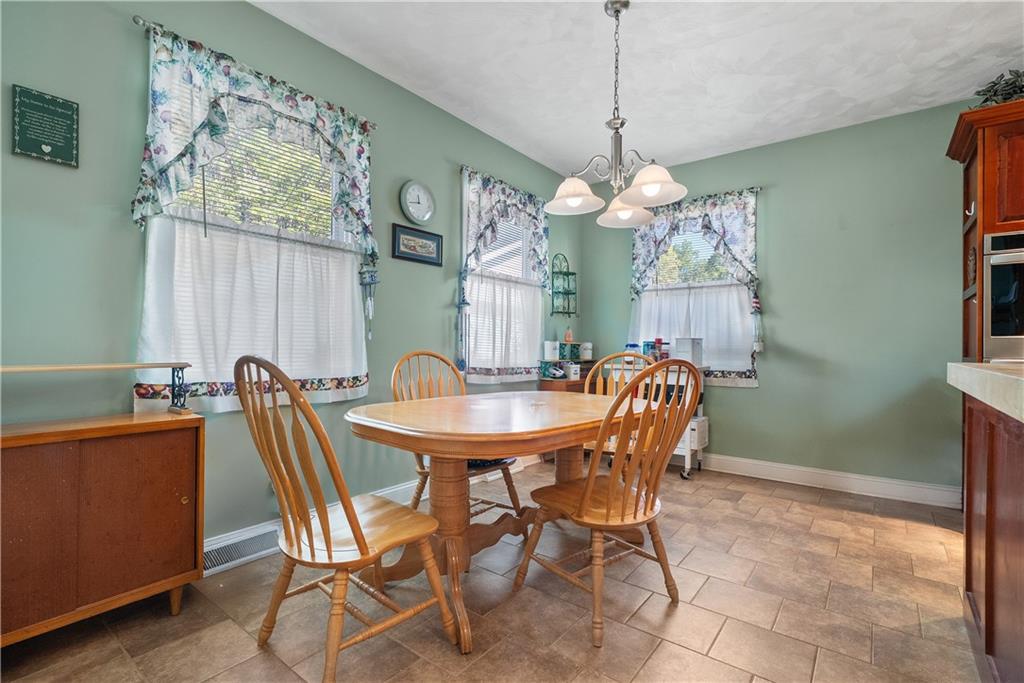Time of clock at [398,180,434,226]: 11:43
